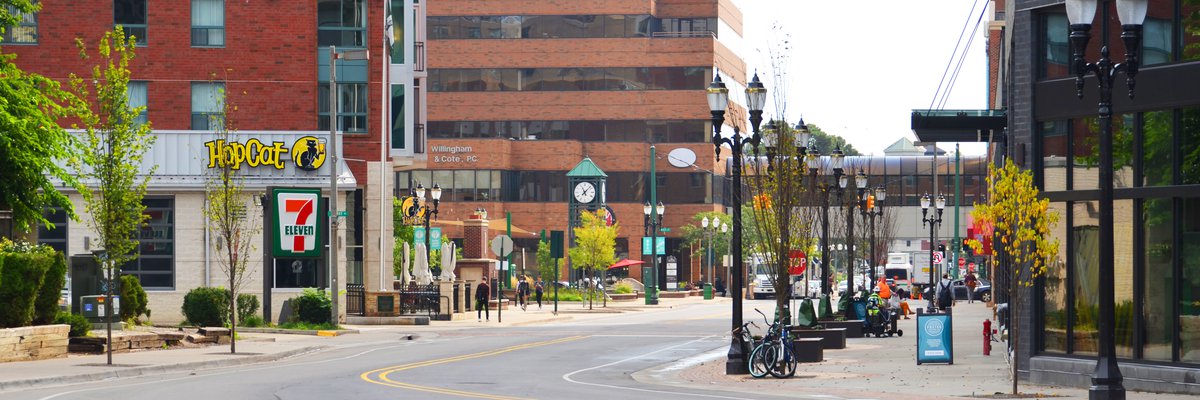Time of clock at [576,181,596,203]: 11:07
